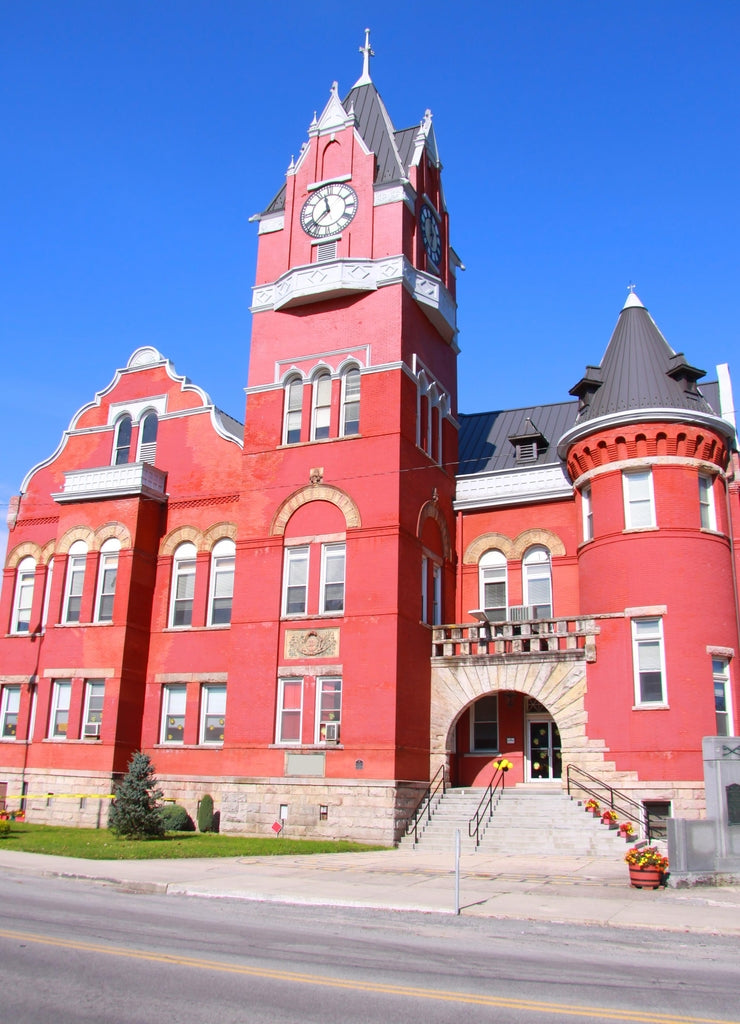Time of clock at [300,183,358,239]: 11:37
